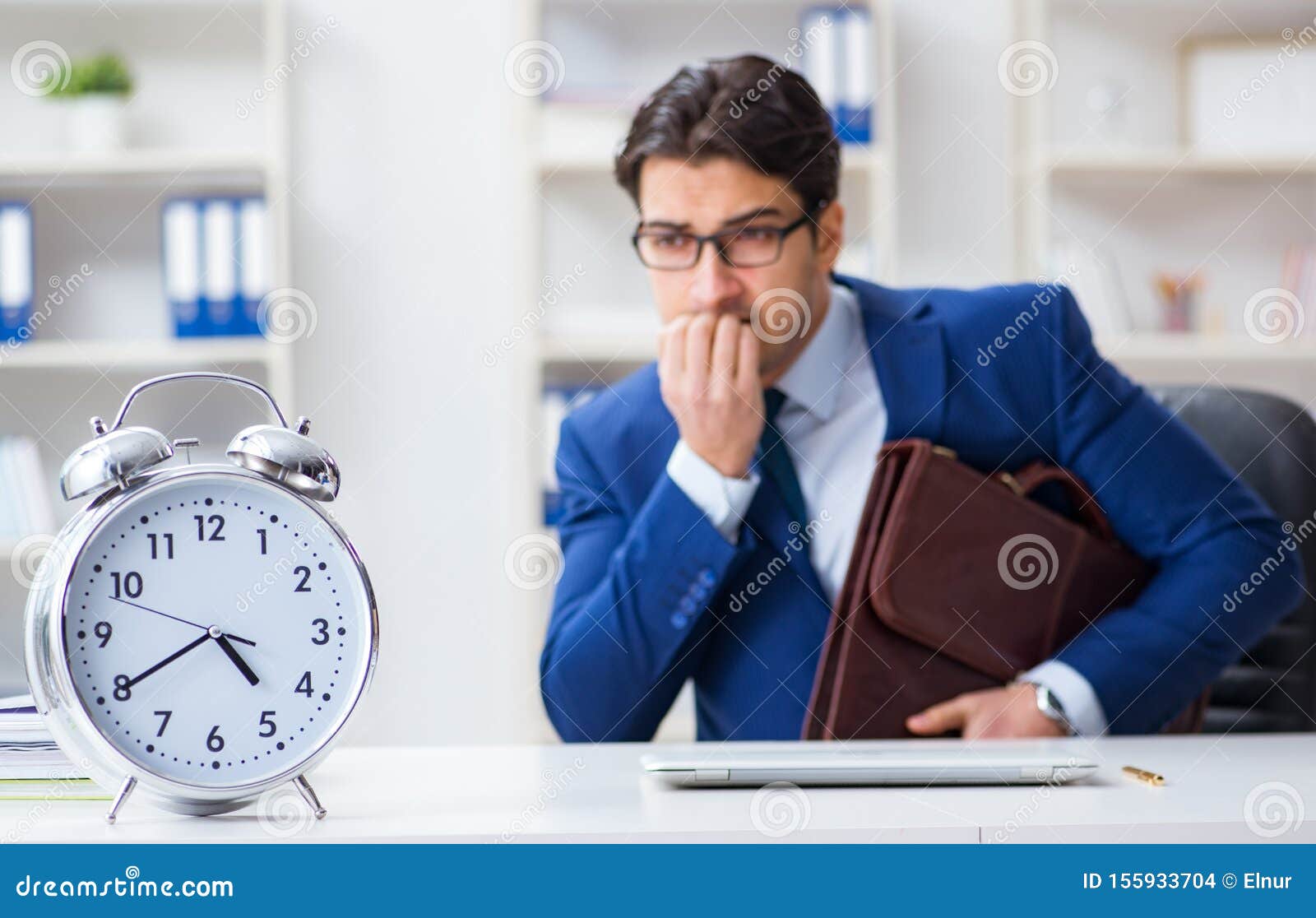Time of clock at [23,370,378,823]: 4:40
